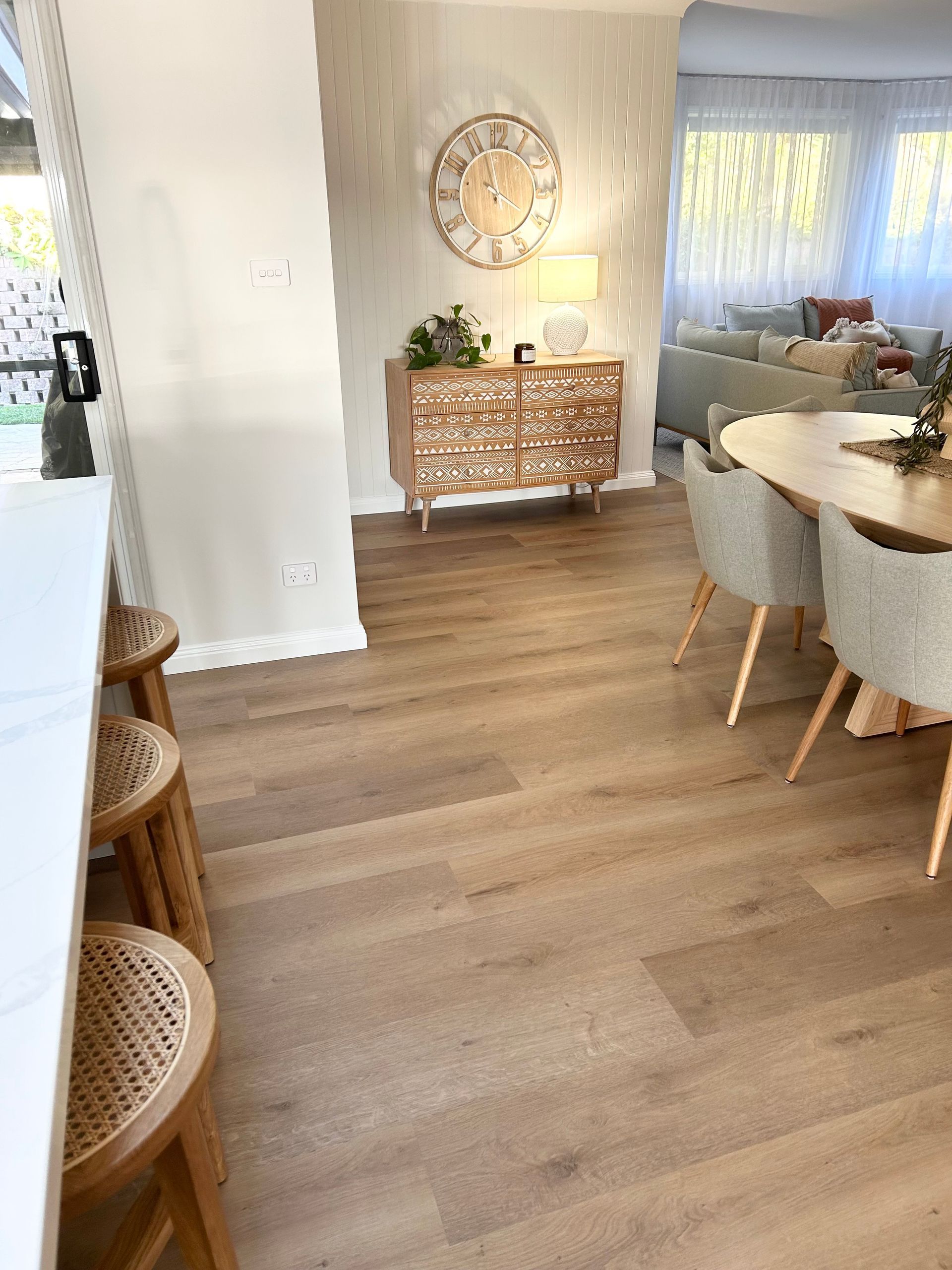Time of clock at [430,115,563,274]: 3:57
